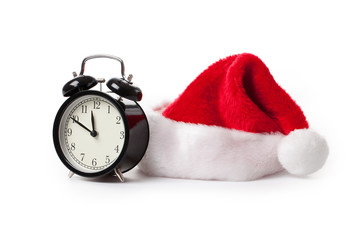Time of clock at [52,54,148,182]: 11:49
